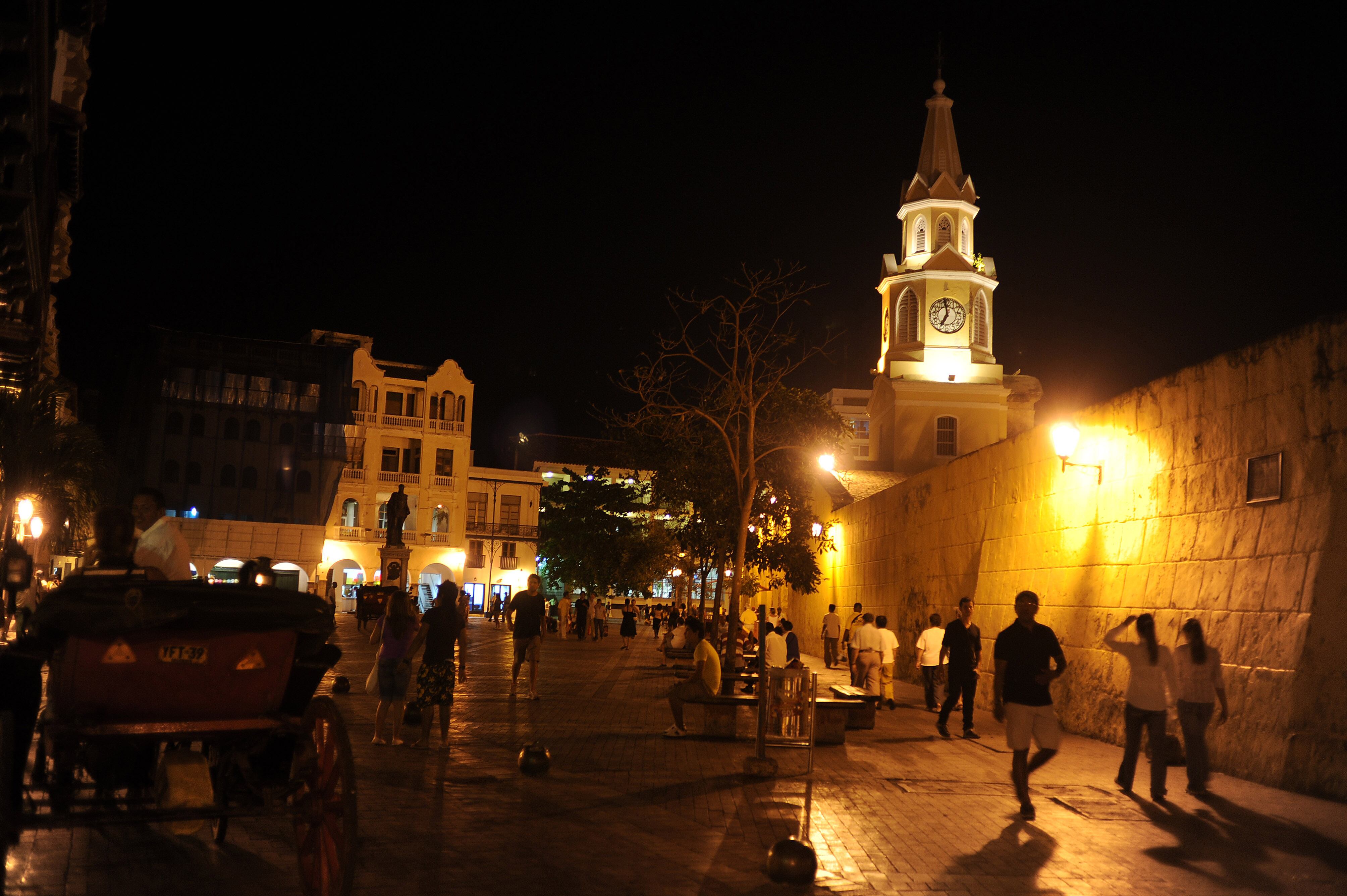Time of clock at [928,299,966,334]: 6:58
